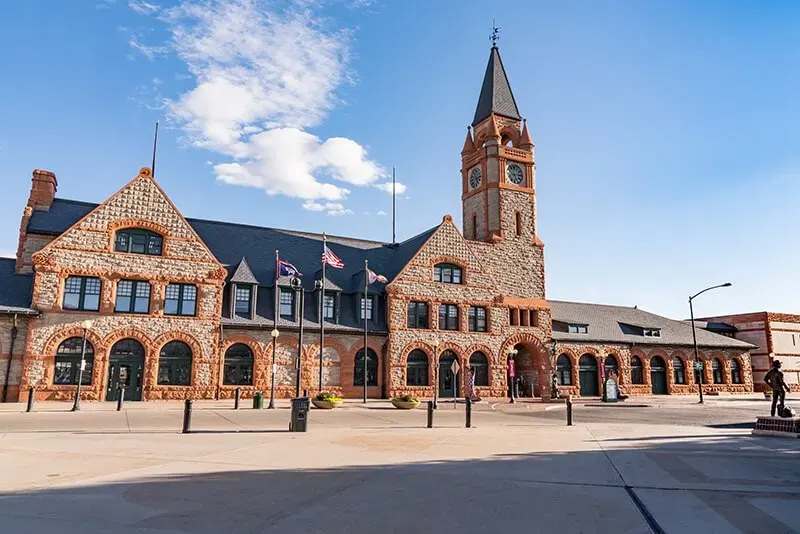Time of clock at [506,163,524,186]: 5:13
